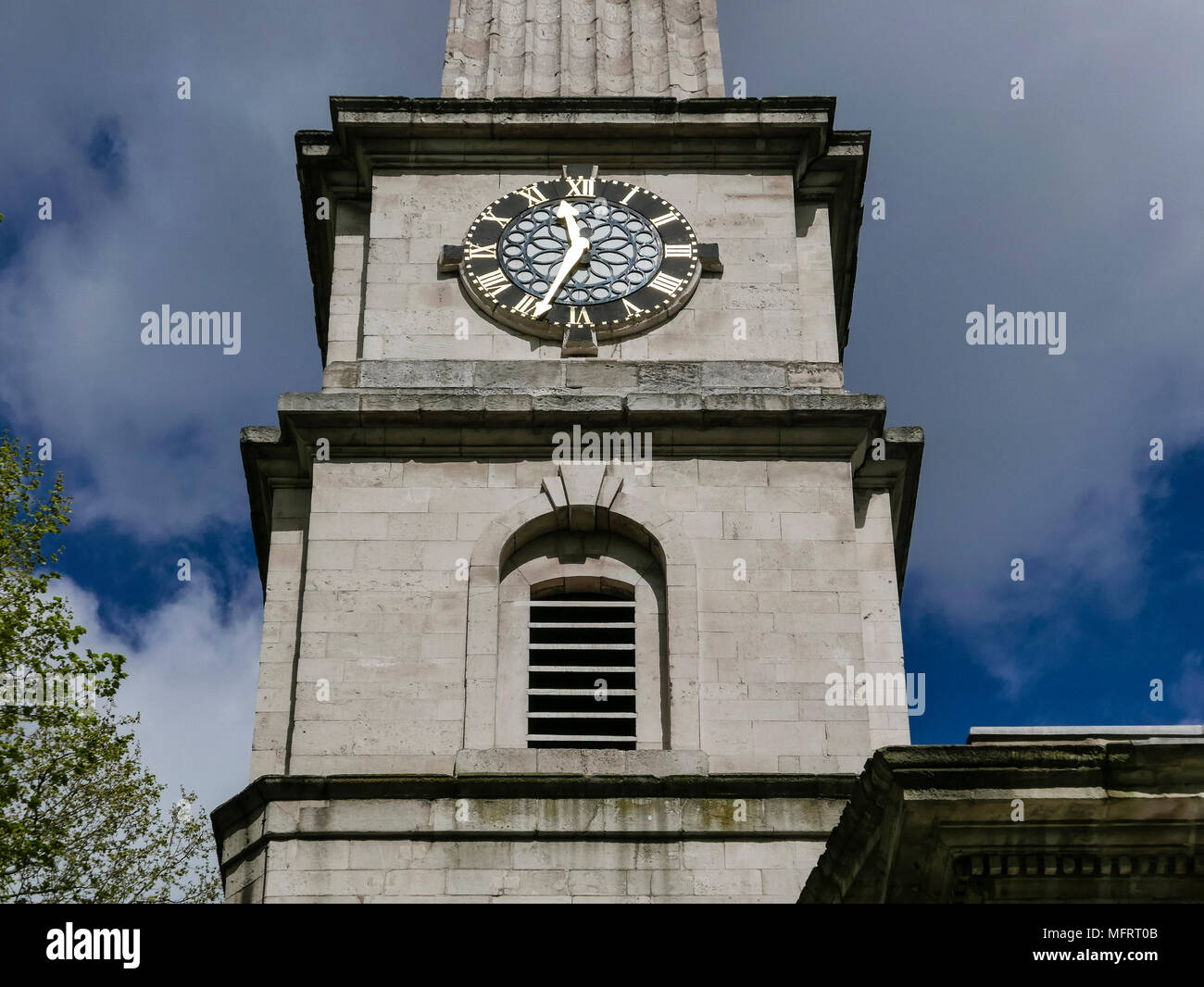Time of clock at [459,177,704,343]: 11:33
